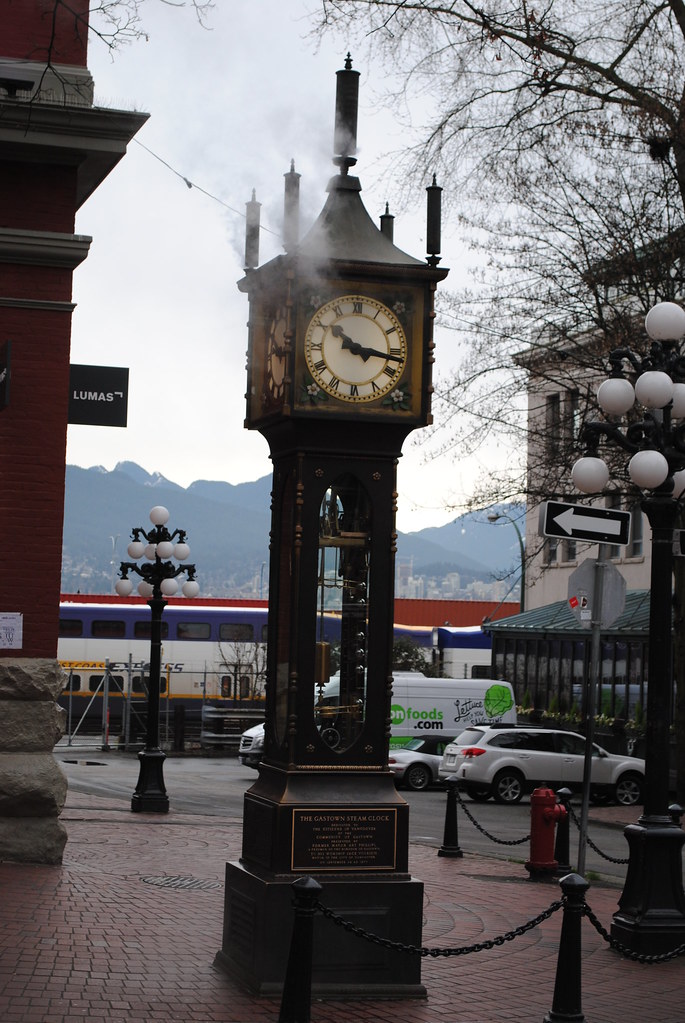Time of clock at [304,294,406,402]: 10:16
